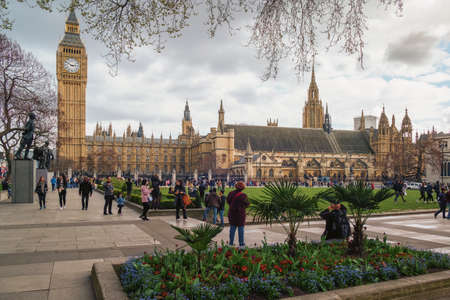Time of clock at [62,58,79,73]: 2:50
